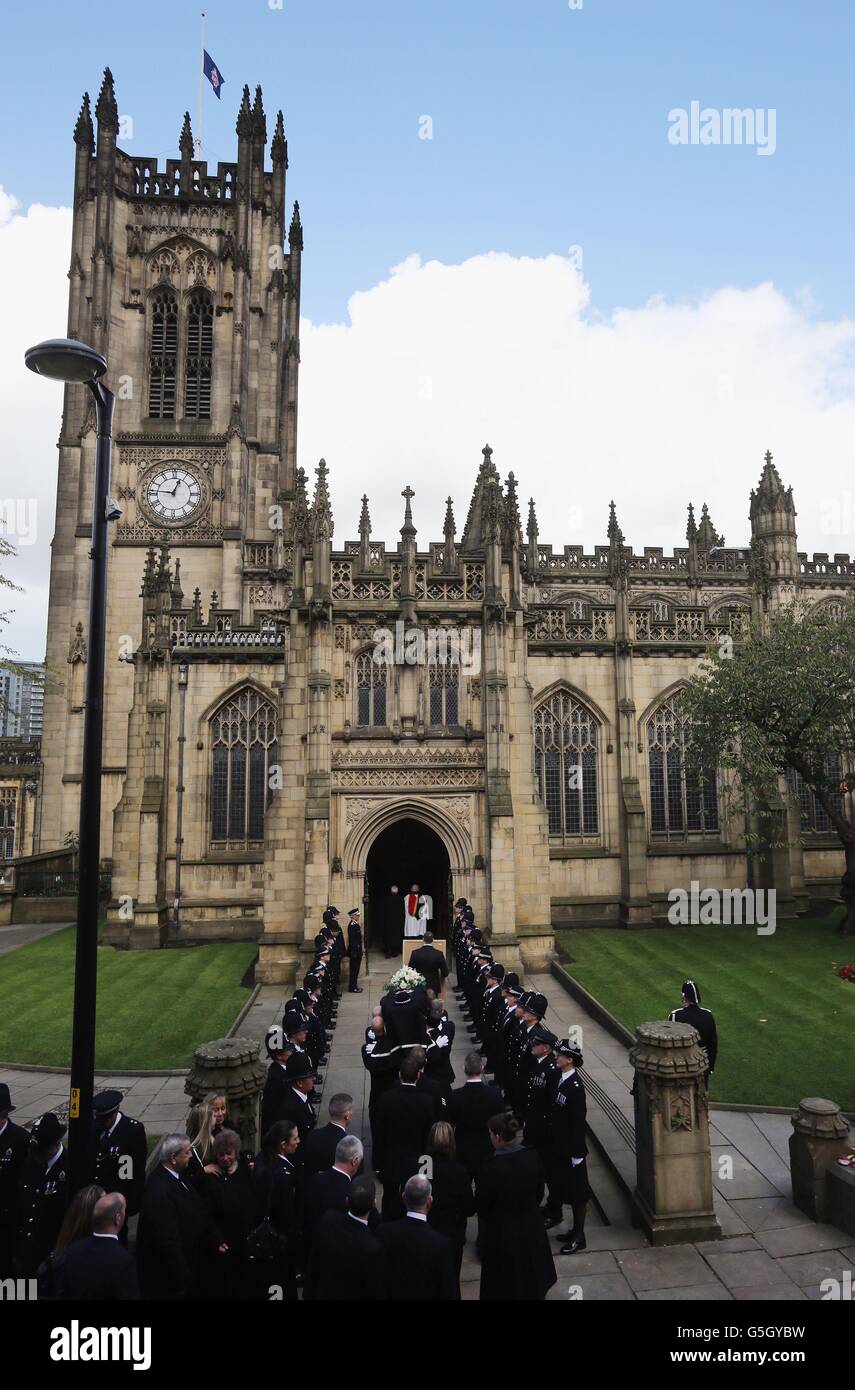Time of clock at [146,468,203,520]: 12:46
